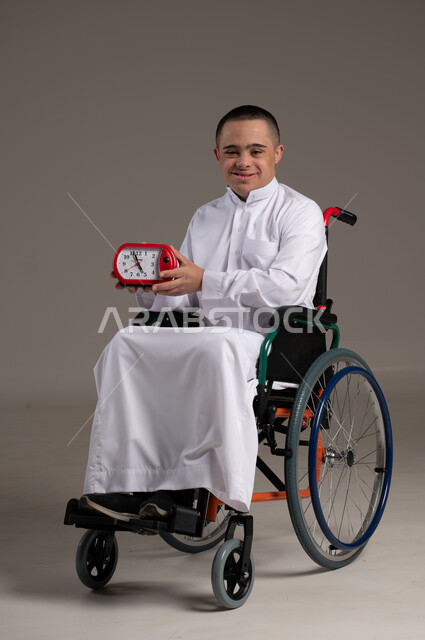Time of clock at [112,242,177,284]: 4:57
